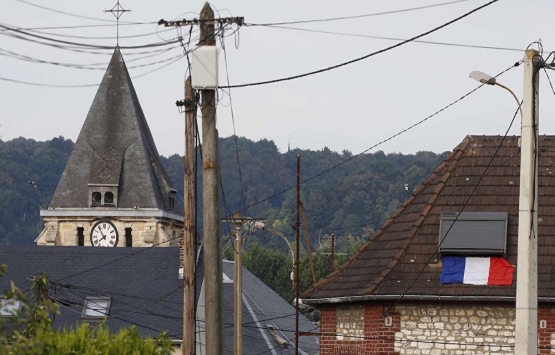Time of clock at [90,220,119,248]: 7:53
